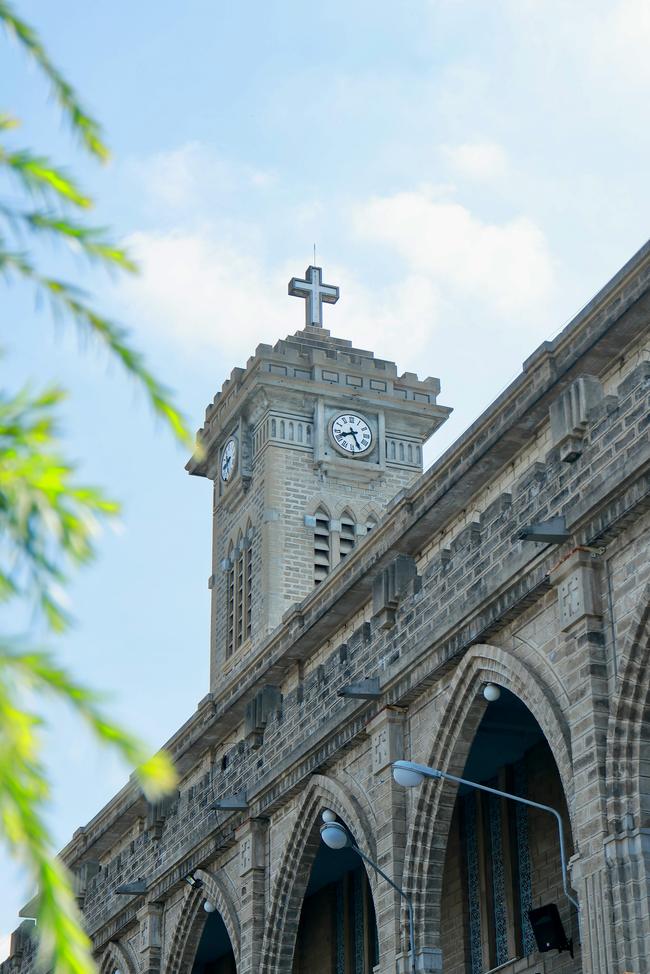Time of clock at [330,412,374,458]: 8:26
